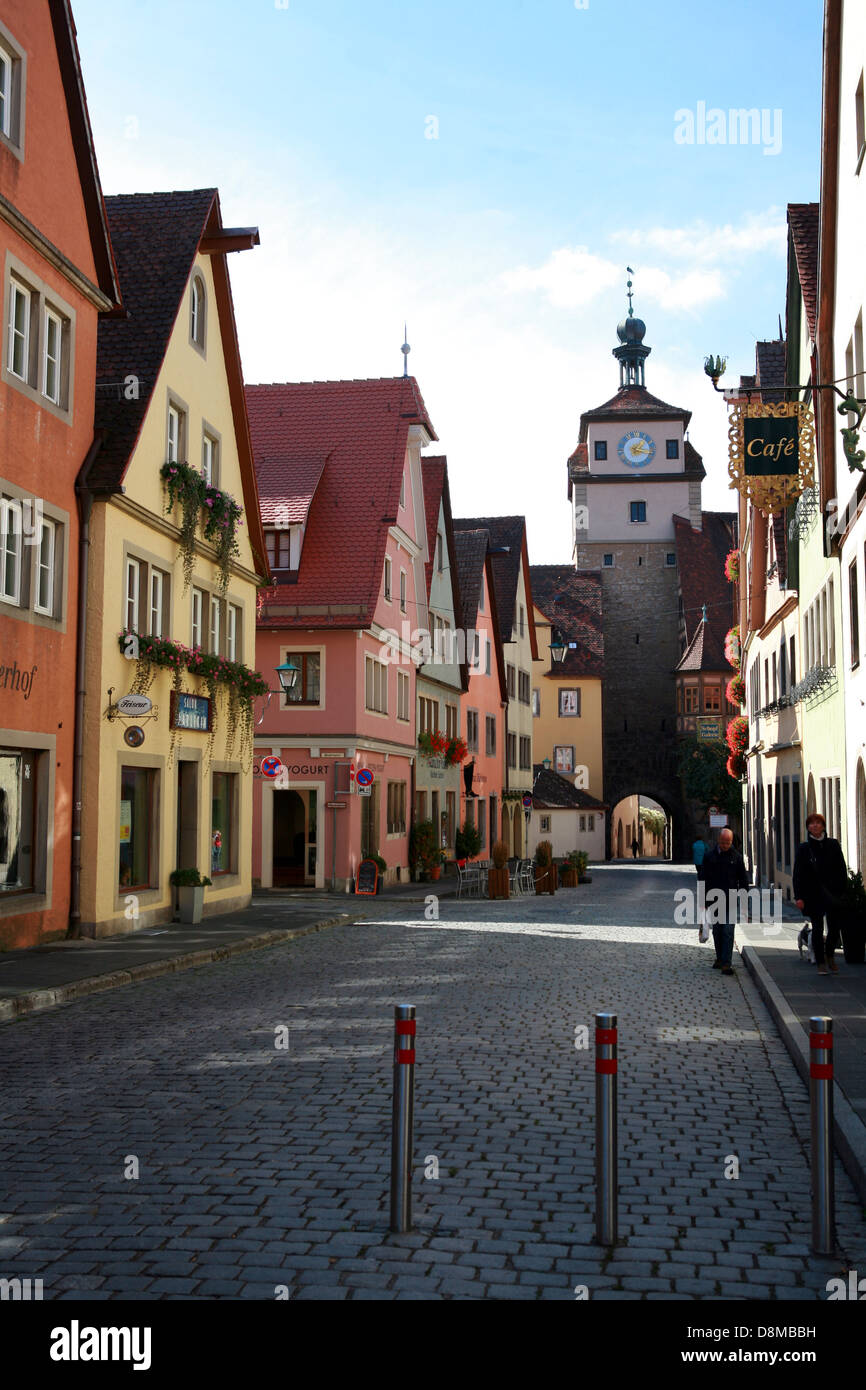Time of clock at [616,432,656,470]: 1:16
